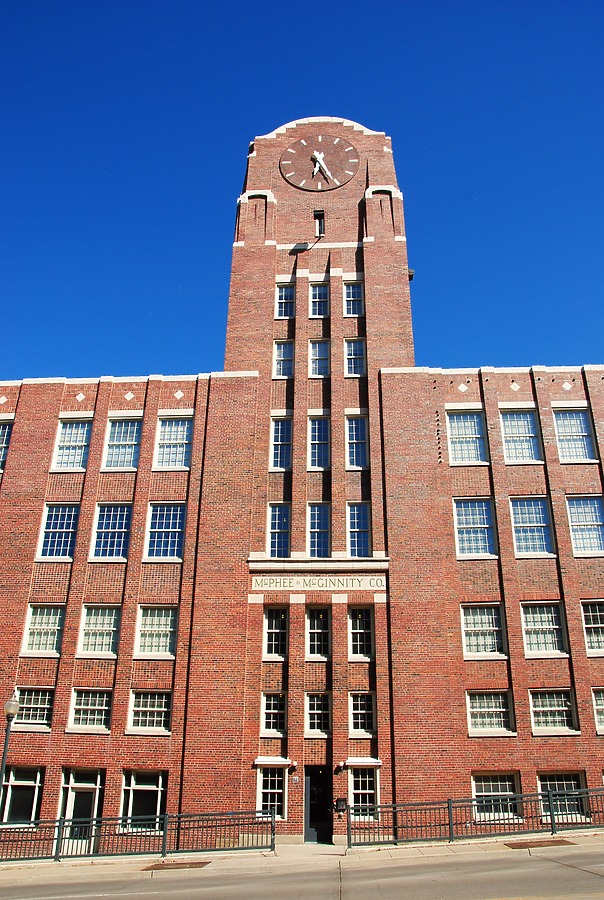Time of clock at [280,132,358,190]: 6:26
